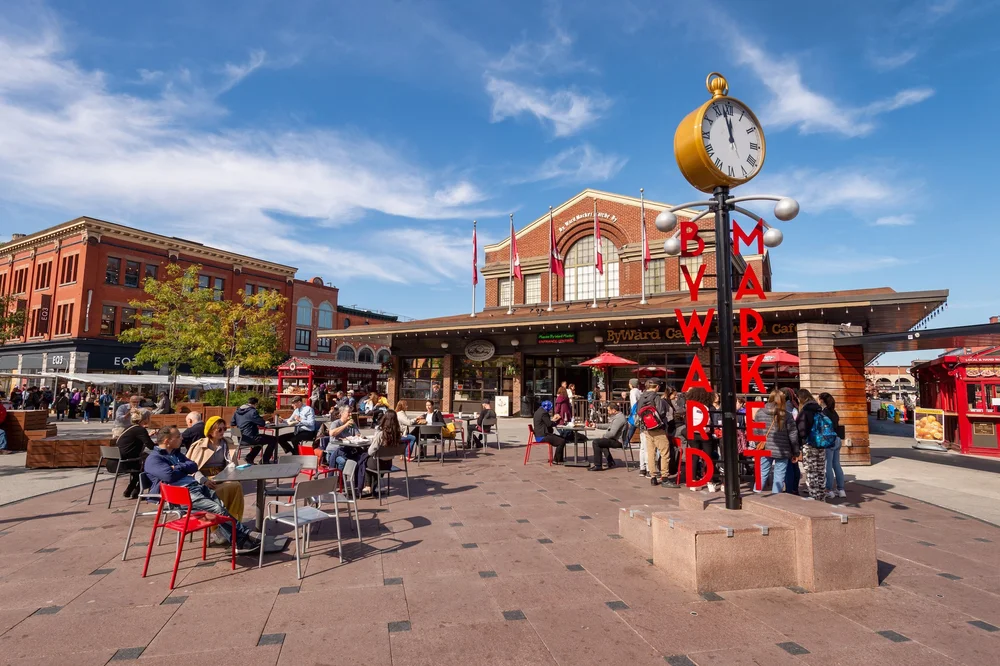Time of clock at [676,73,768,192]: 11:57
